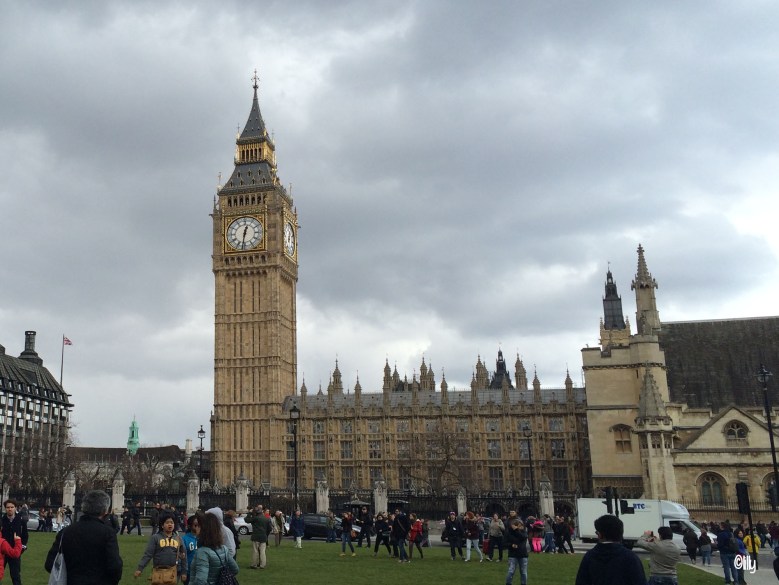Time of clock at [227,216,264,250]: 12:31
